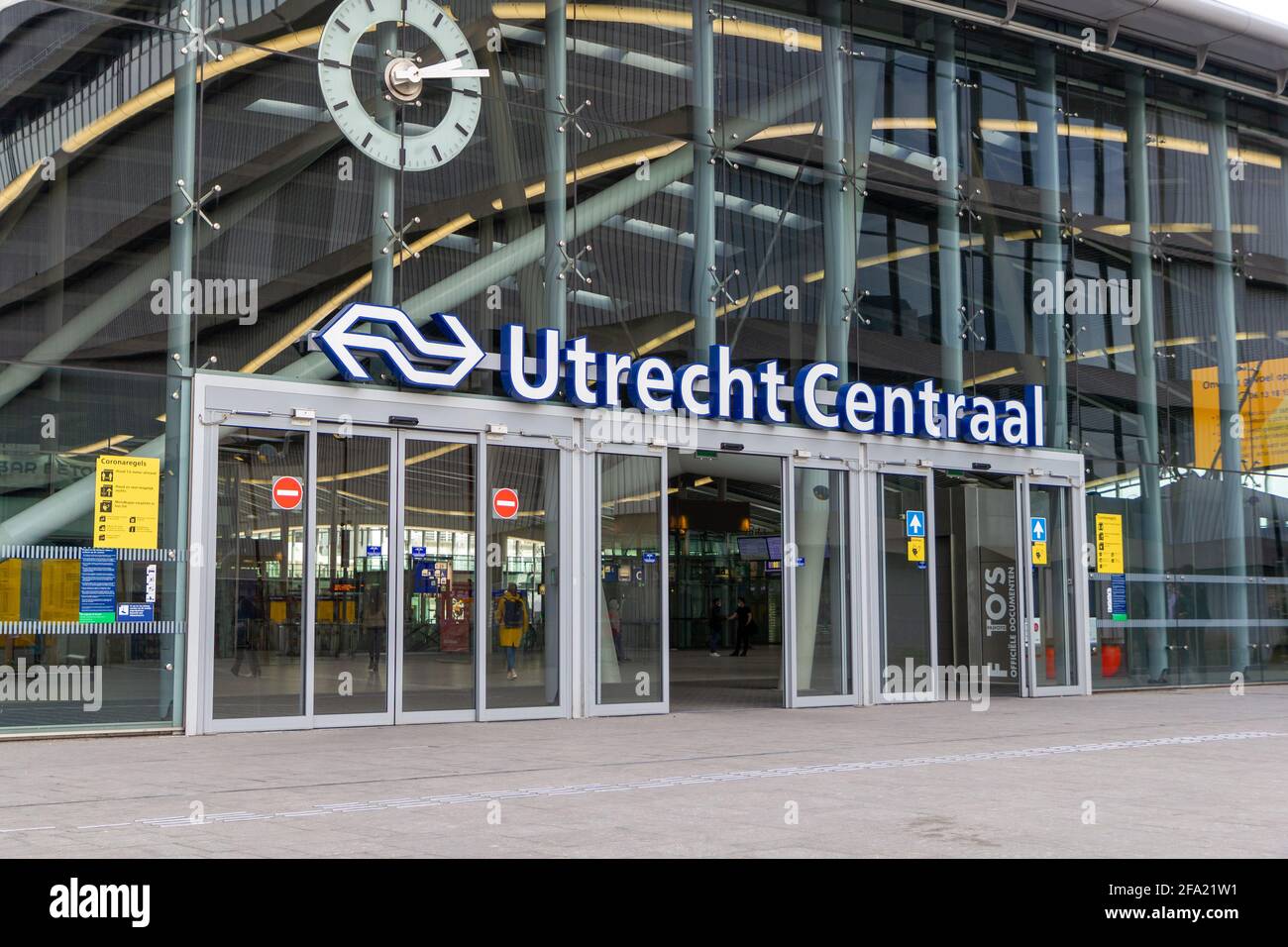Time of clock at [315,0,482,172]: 2:14
